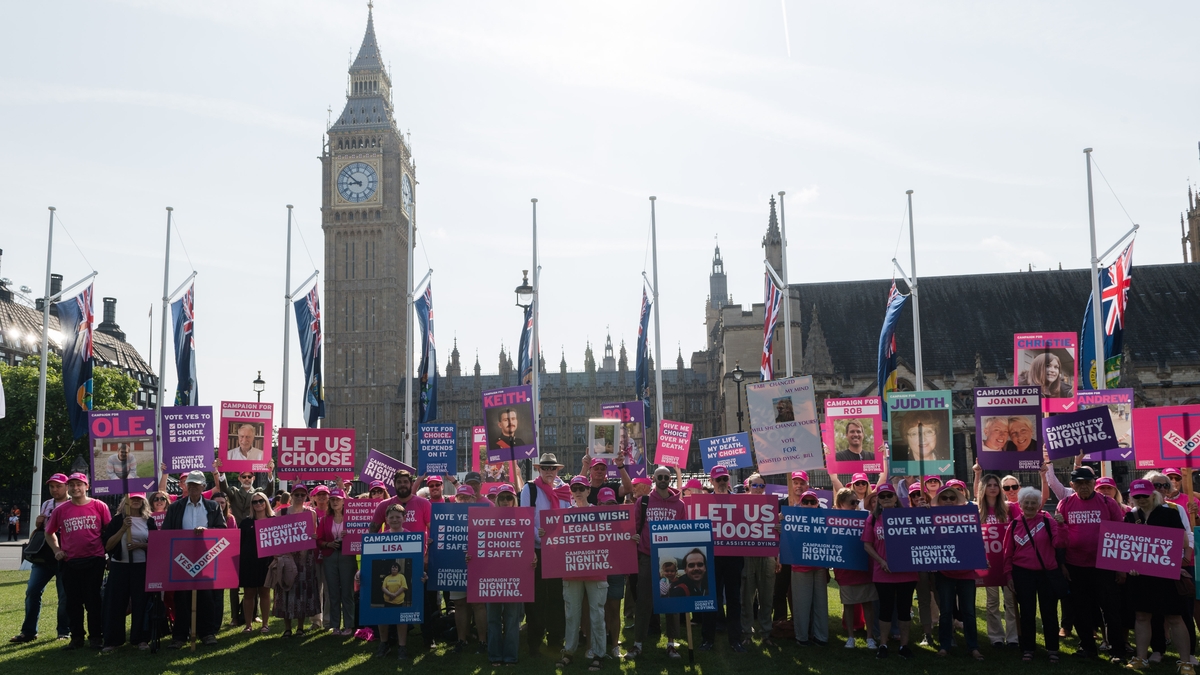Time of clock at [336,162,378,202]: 8:51
